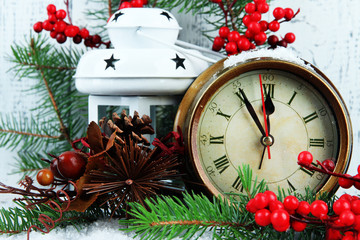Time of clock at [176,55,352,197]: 11:54
